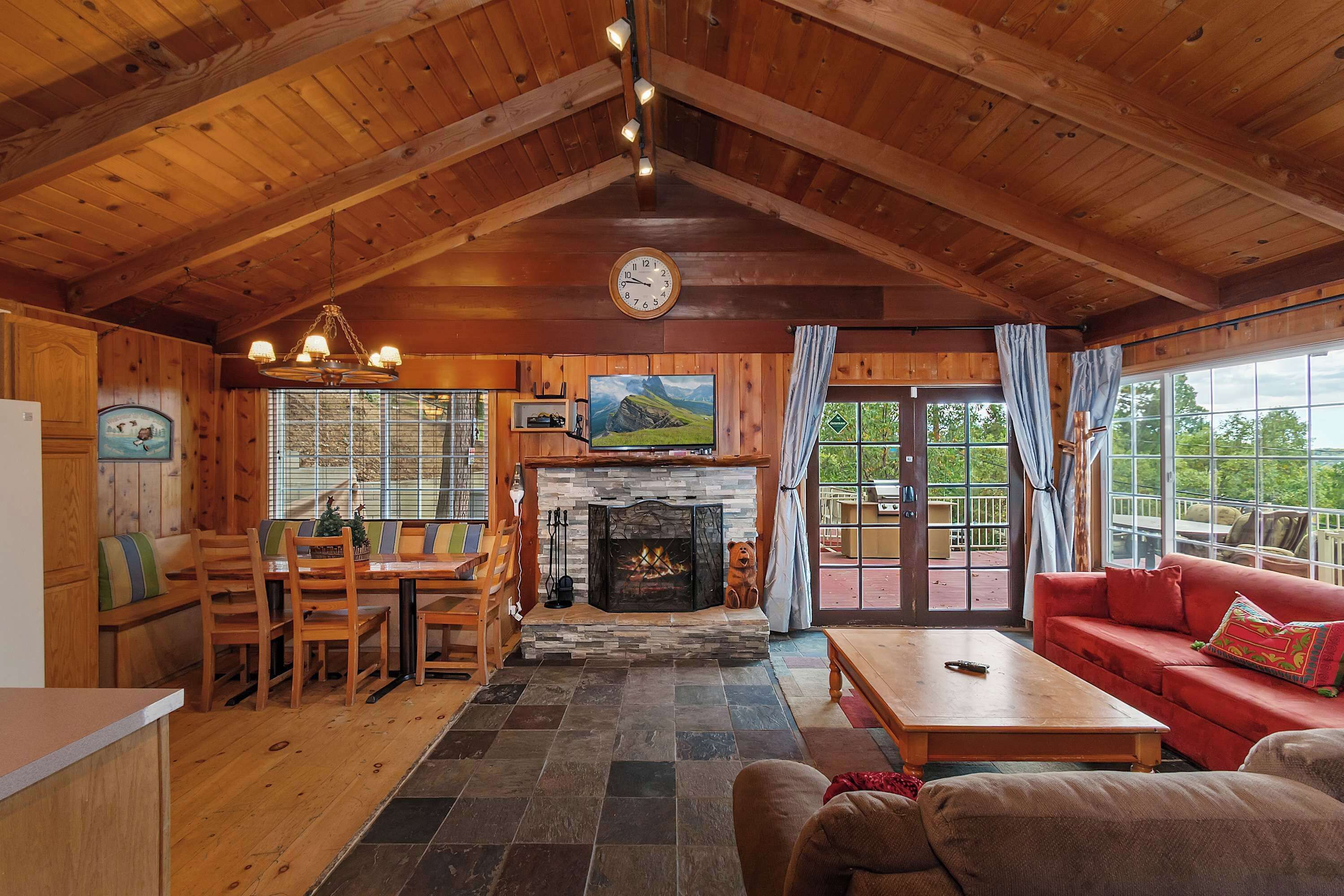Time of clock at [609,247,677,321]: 9:46
